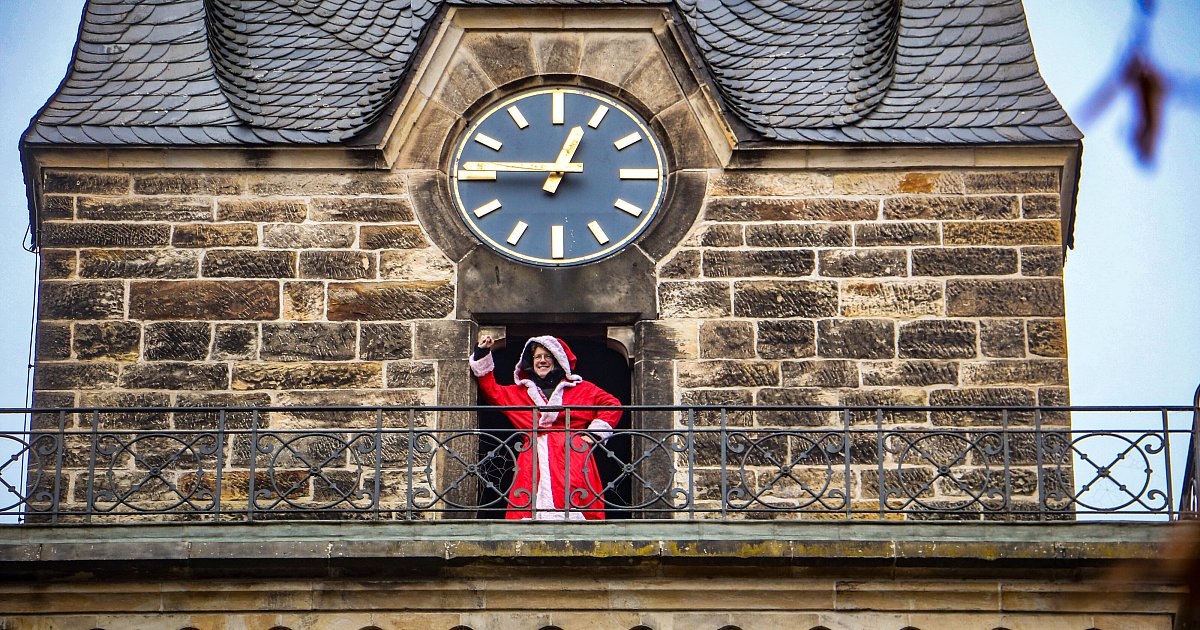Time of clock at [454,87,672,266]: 12:45
